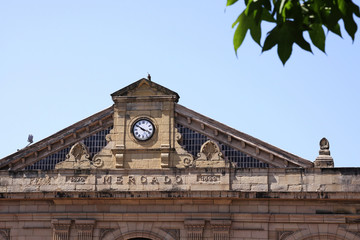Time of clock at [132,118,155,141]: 3:50
